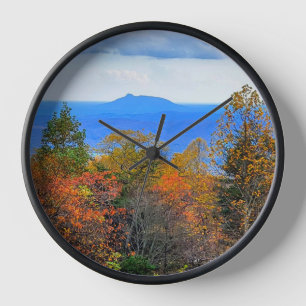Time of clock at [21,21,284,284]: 12:49
